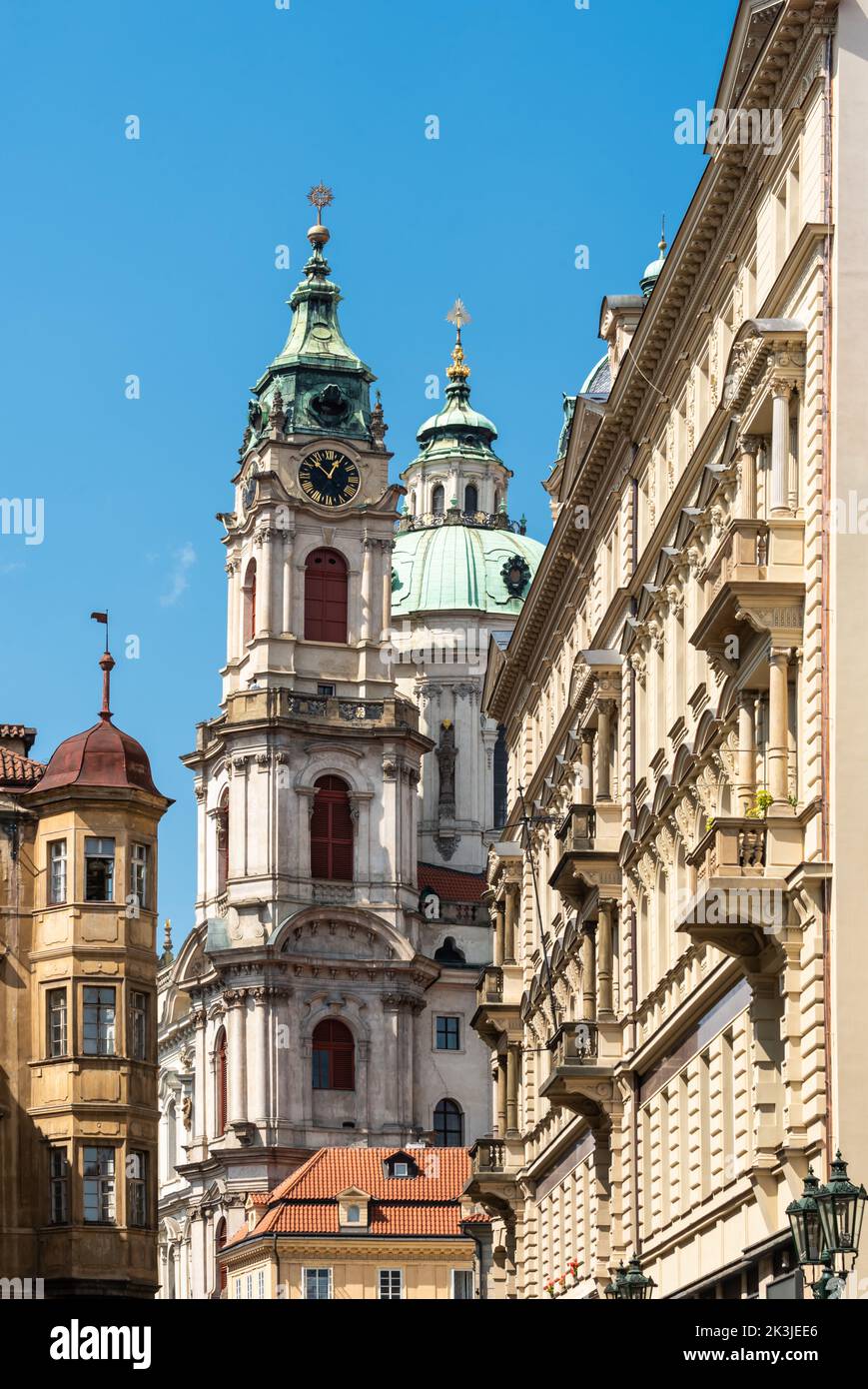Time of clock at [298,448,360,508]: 12:52
